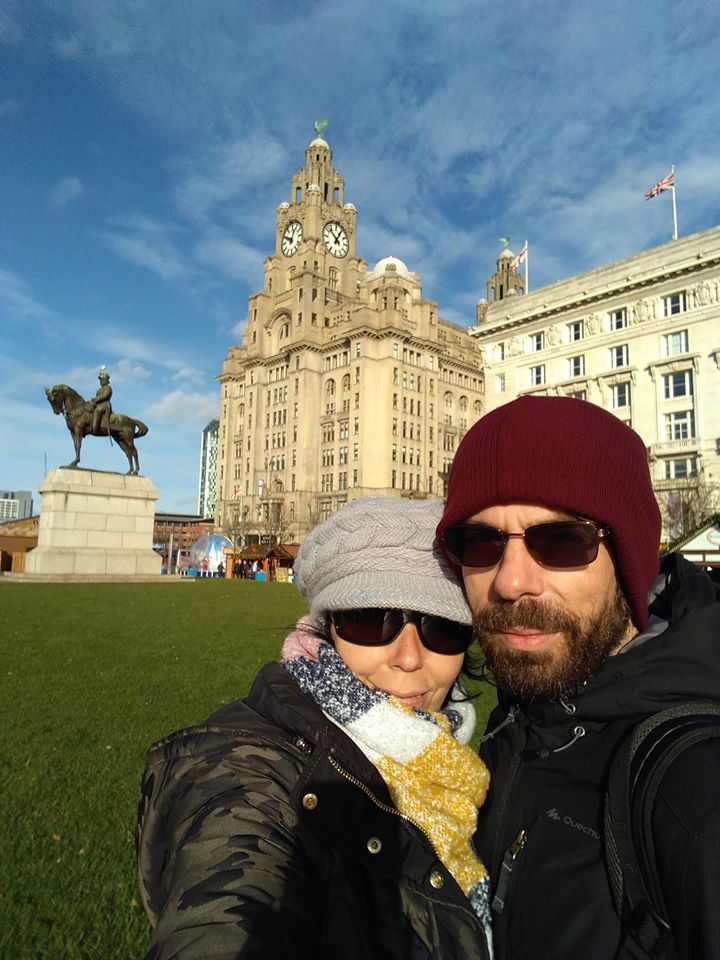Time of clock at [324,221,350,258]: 12:52
